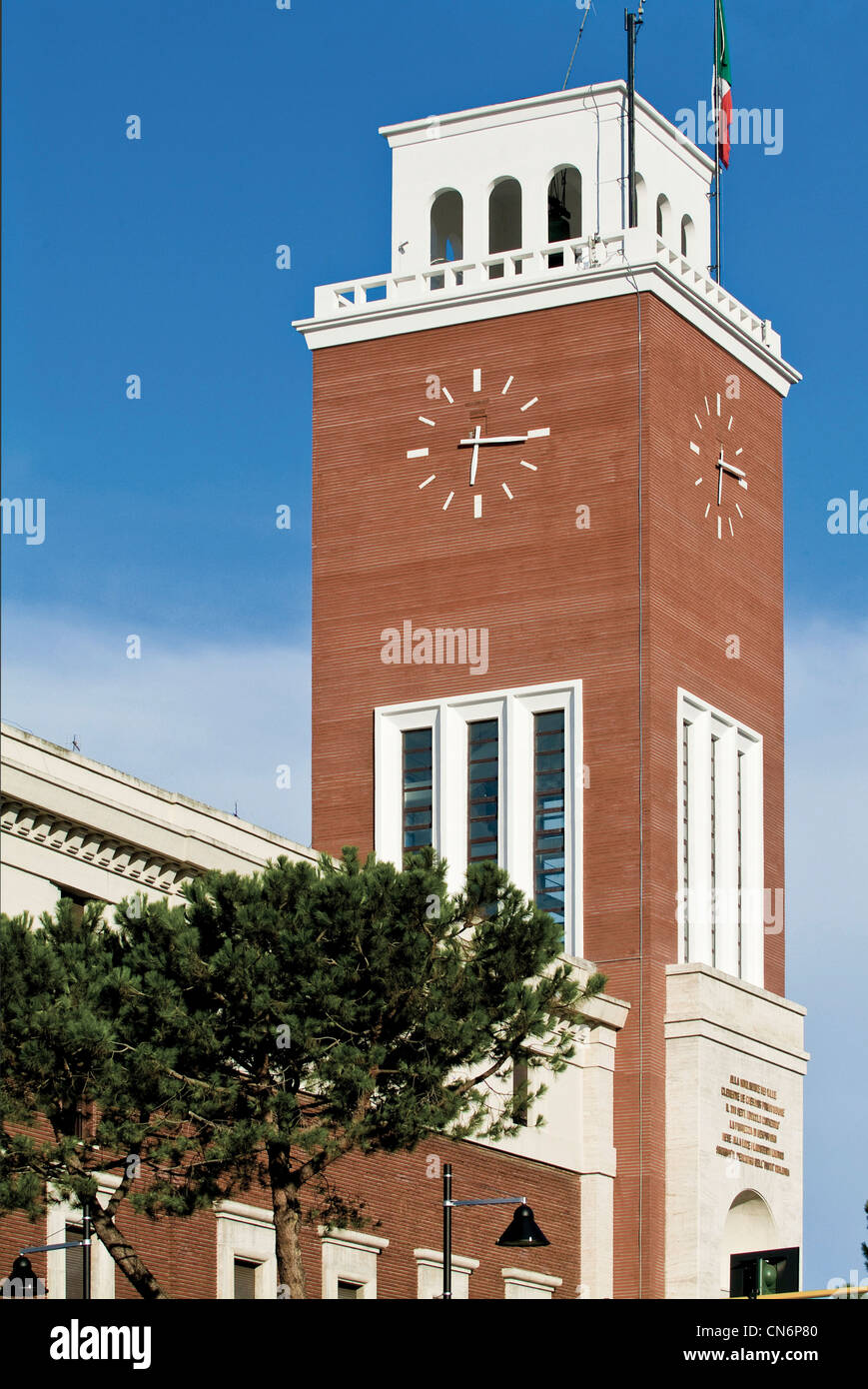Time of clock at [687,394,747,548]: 3:32
